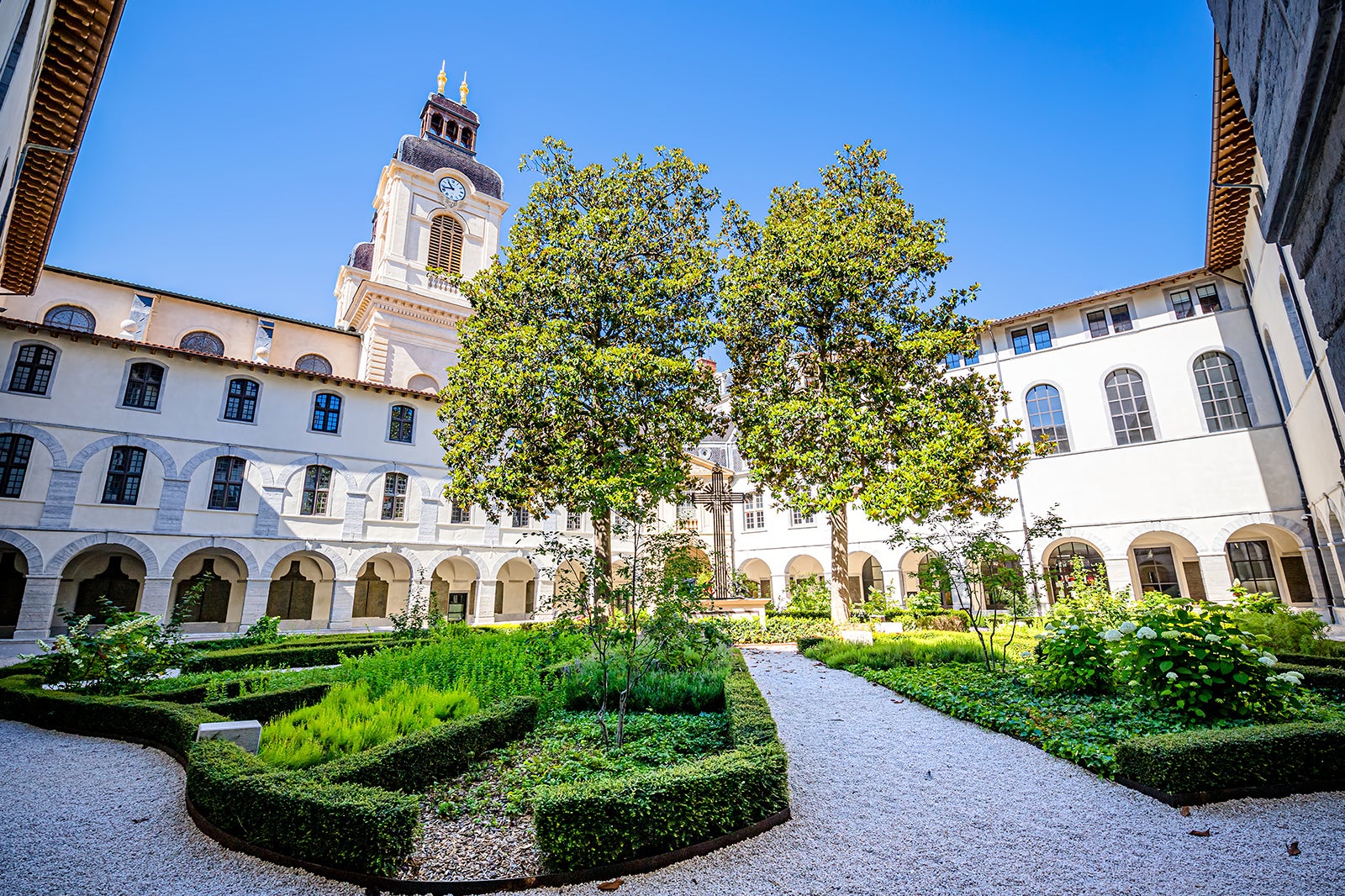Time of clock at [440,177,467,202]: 10:42
